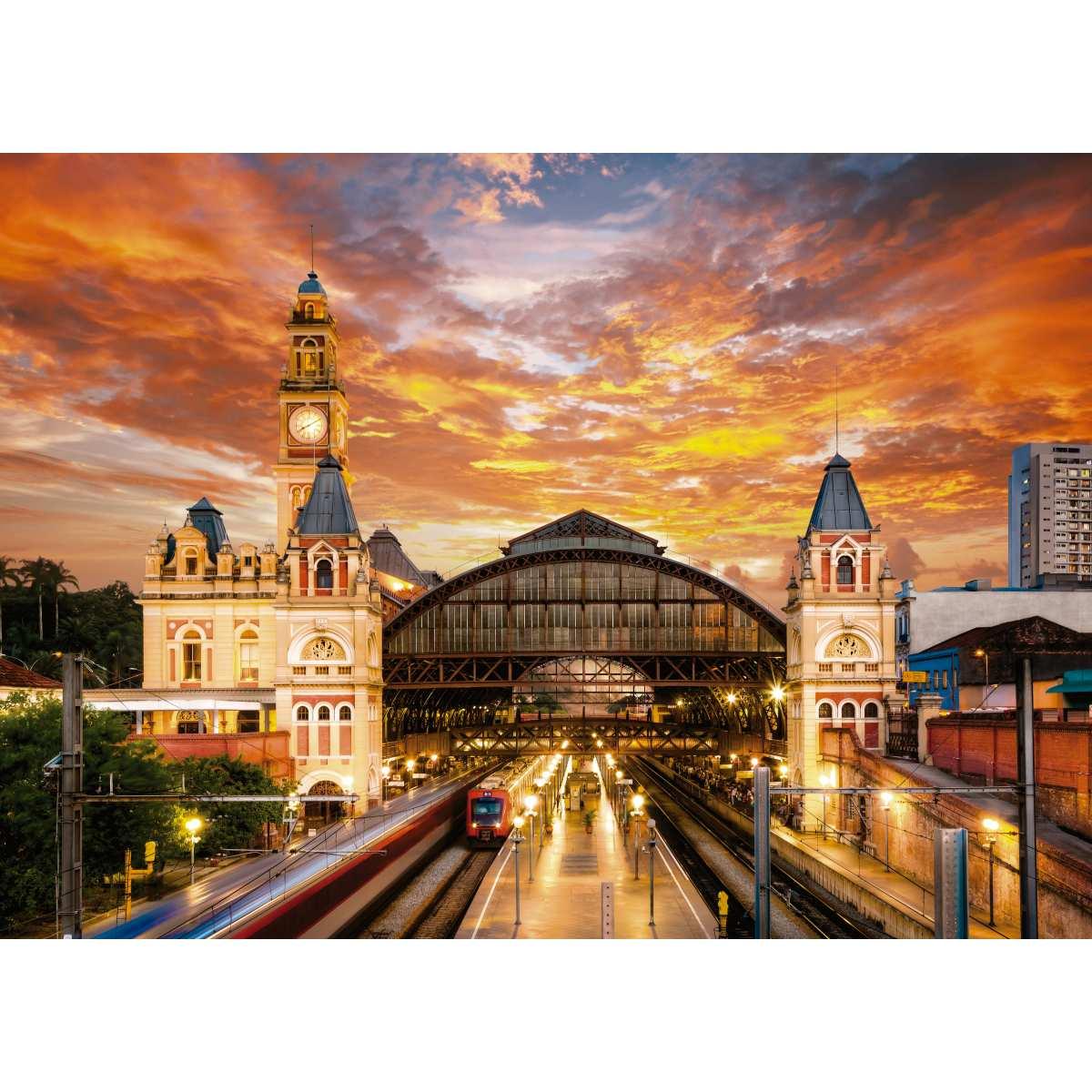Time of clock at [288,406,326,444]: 8:09
